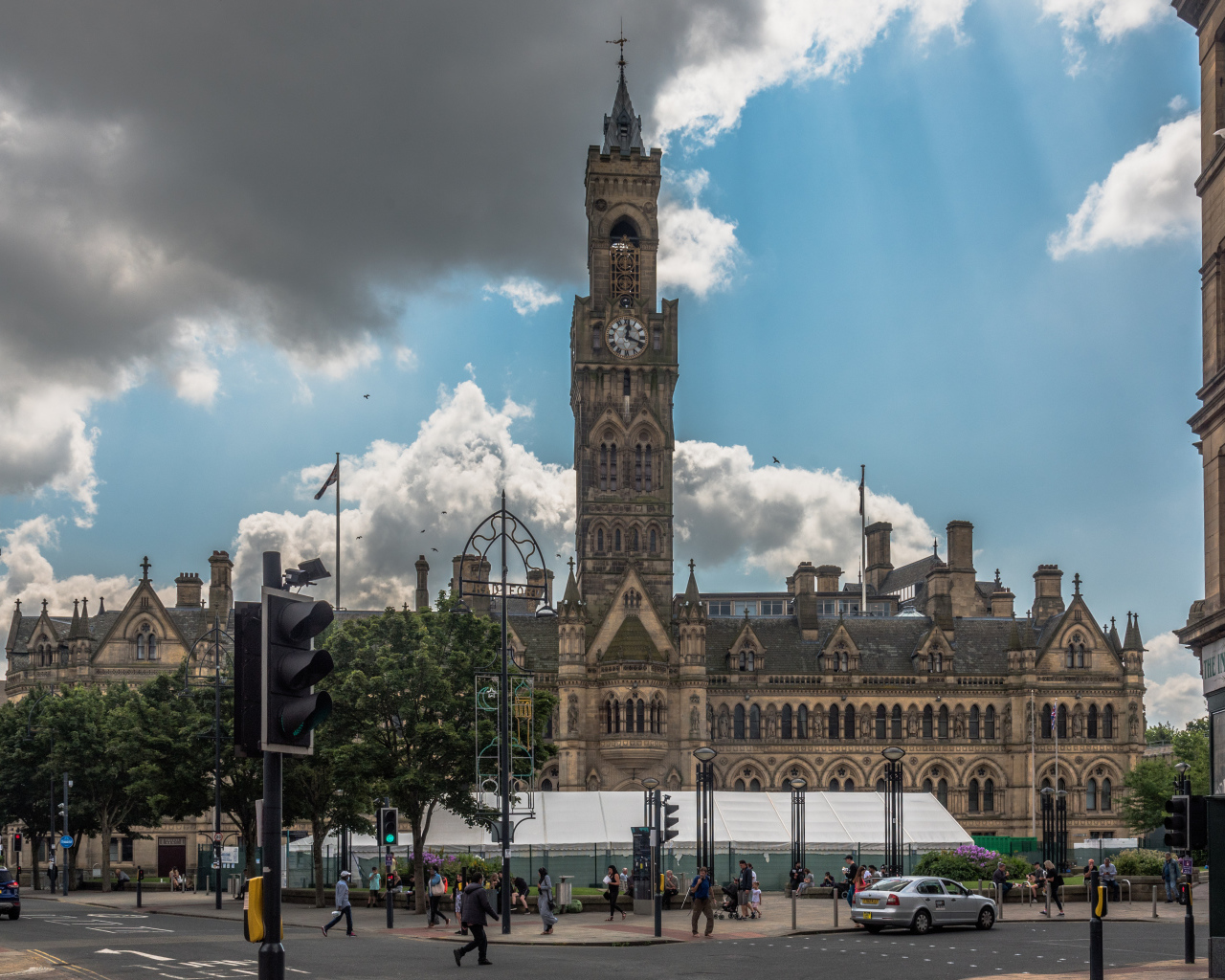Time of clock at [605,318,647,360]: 12:18
